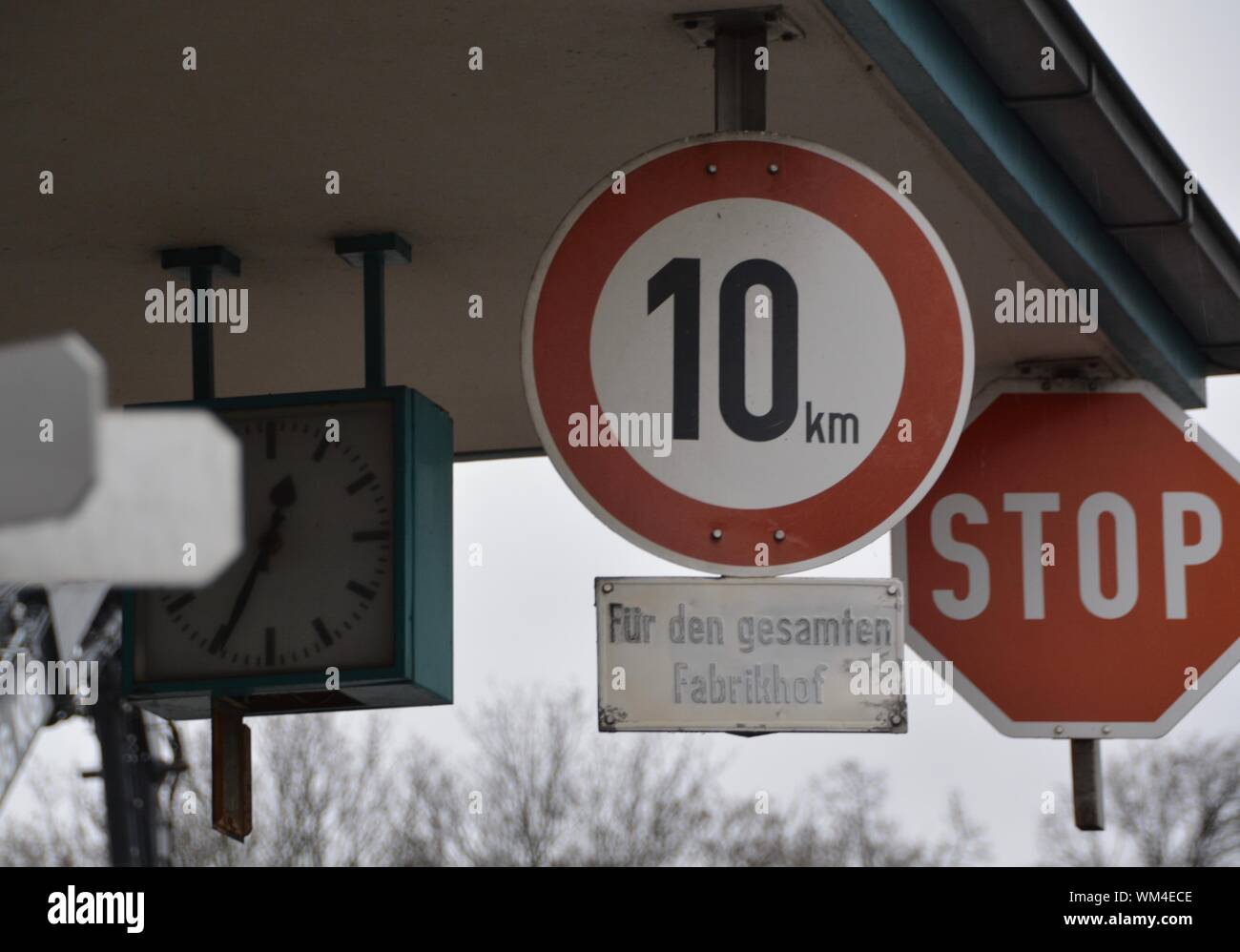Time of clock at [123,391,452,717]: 12:34
